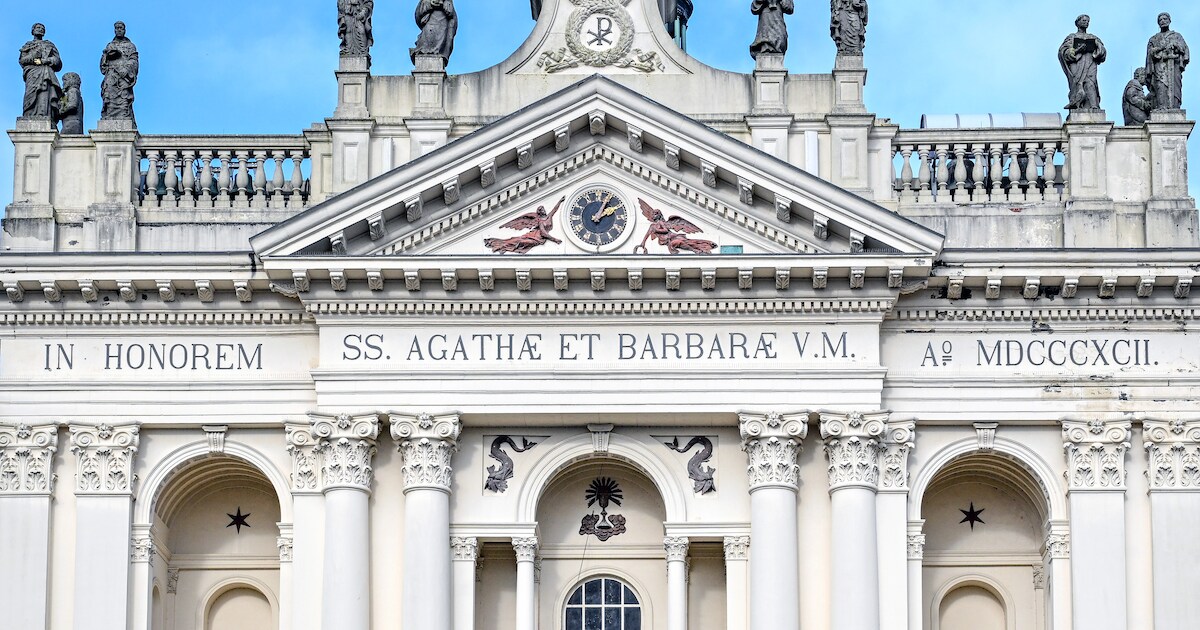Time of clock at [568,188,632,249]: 2:04
